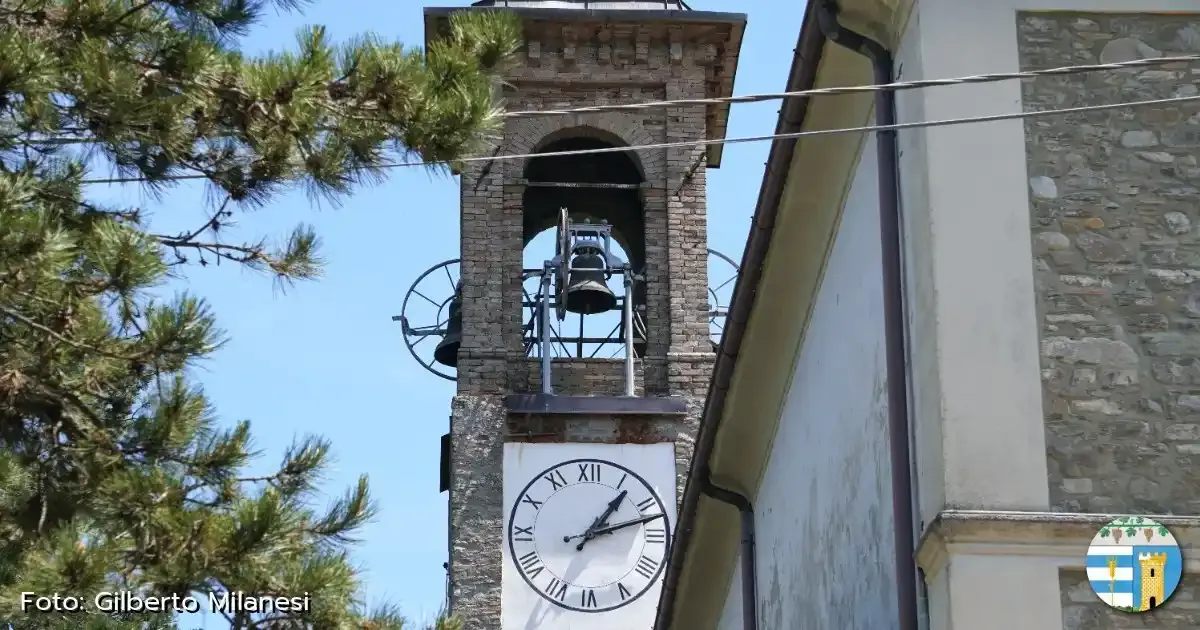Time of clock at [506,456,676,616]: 1:12
